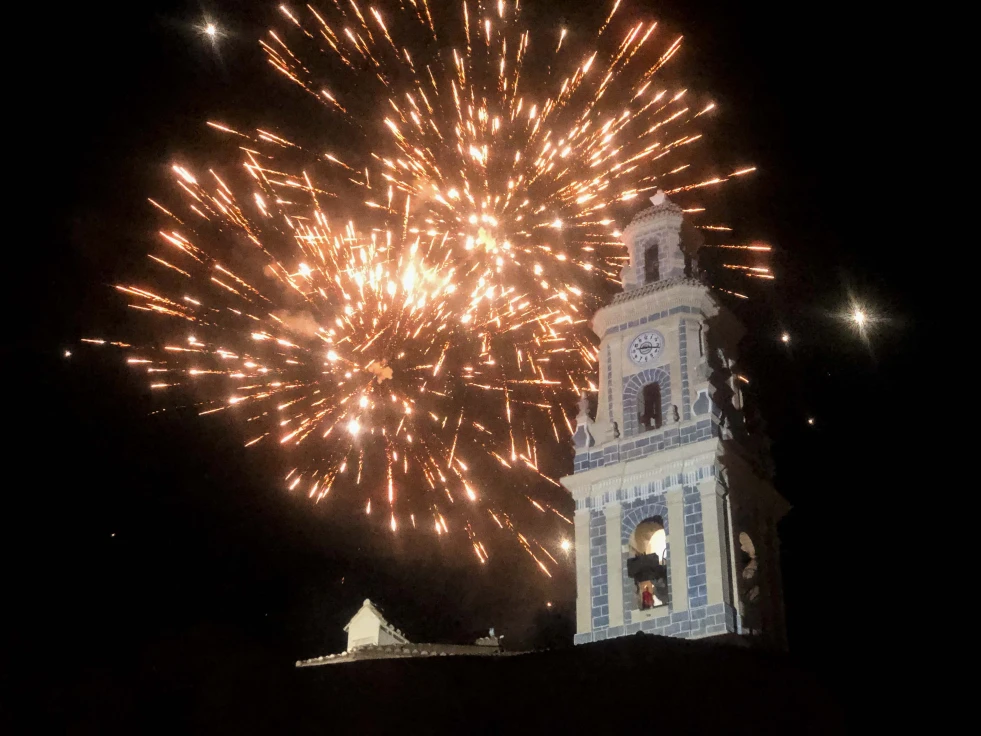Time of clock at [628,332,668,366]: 9:17
